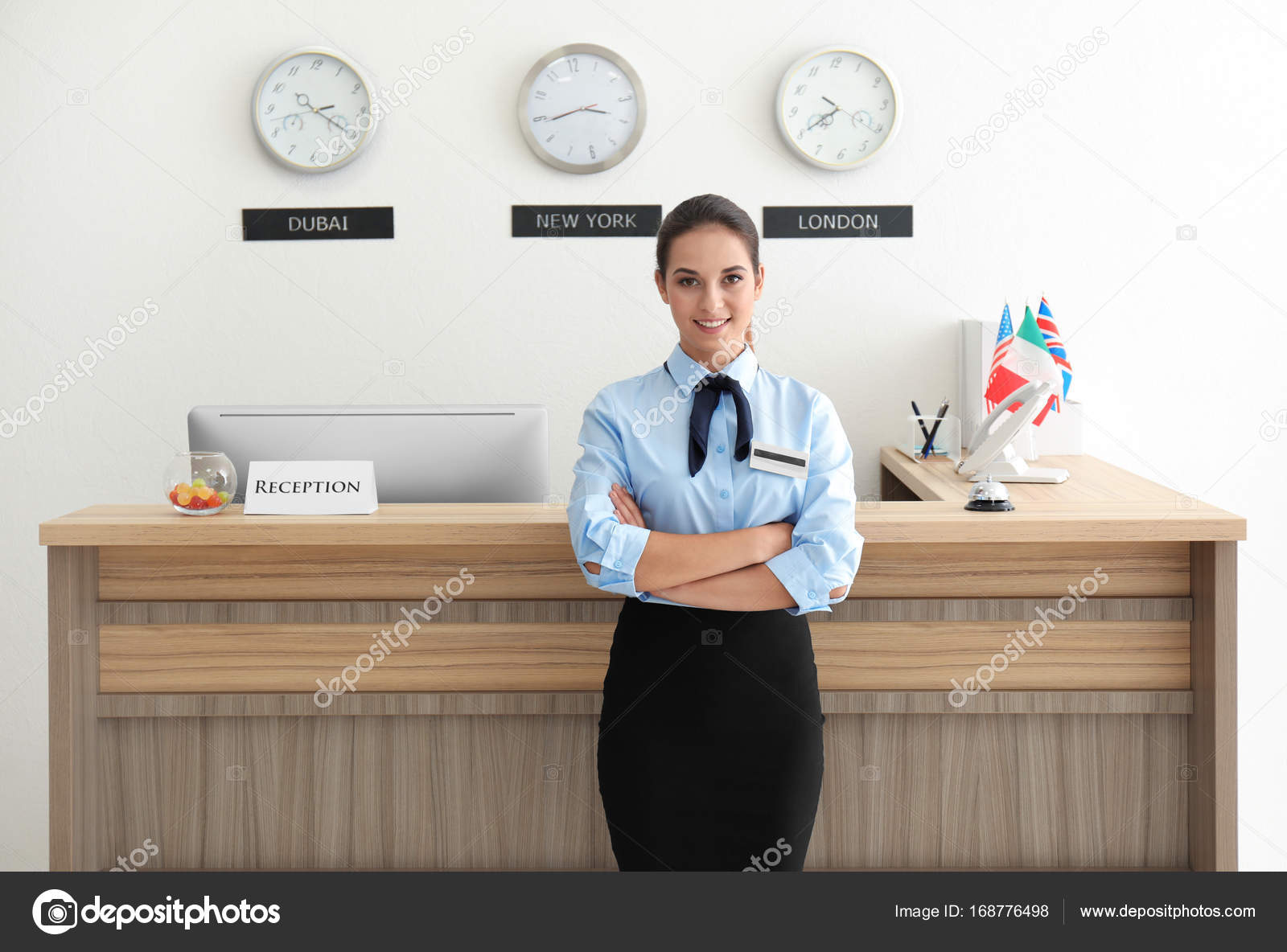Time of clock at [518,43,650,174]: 3:43
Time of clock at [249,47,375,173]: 3:42
